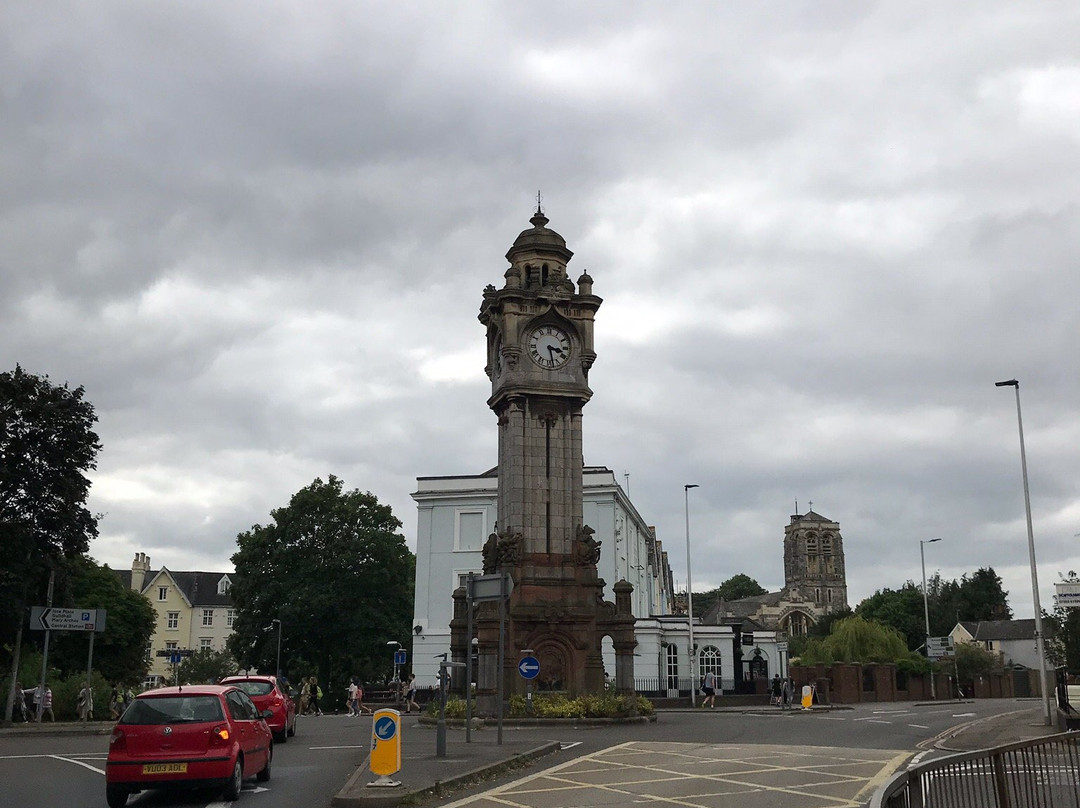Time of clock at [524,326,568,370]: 3:28
